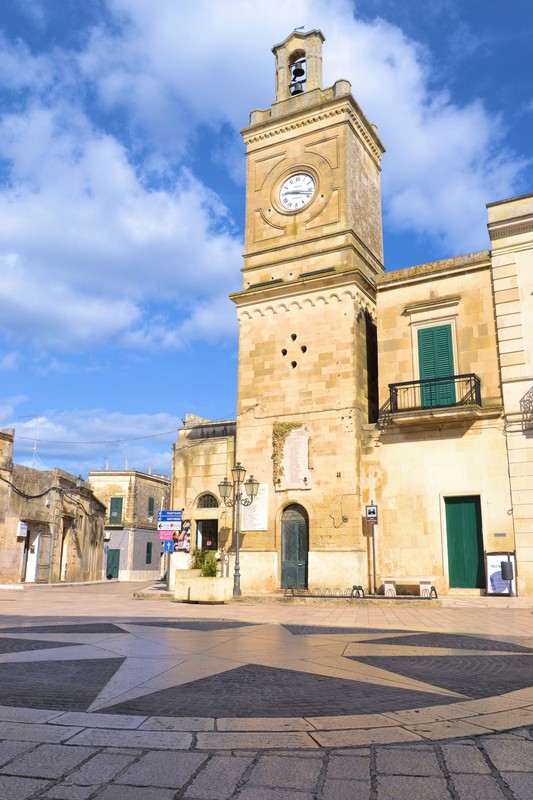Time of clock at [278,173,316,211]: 9:17
